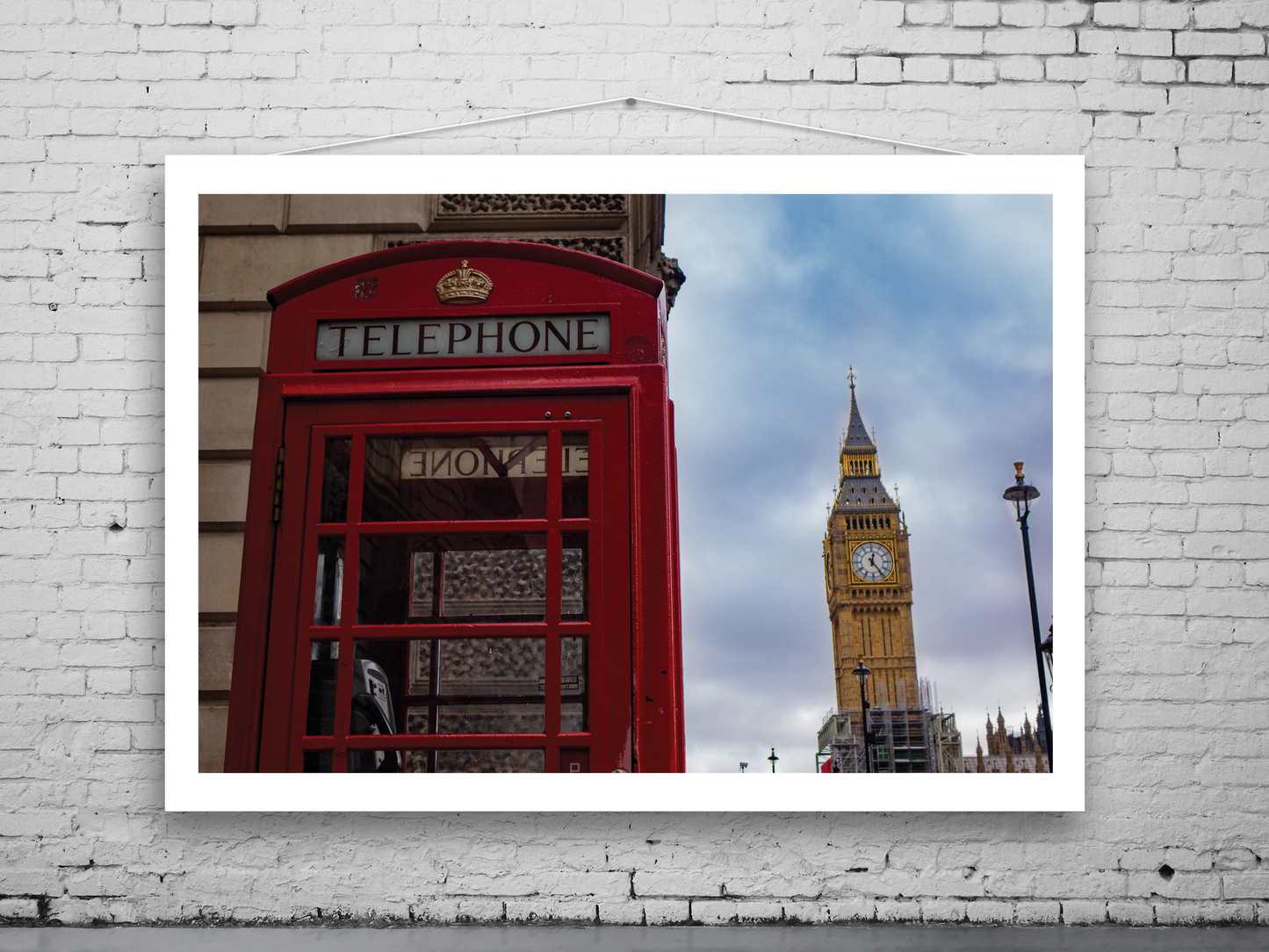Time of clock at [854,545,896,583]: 12:23
